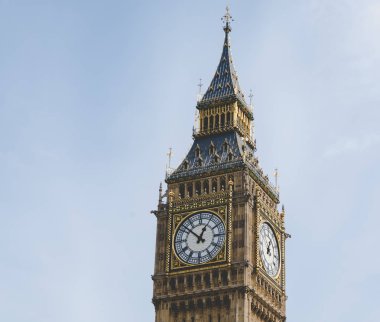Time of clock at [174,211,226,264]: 12:52
